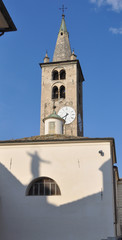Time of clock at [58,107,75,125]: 7:32
